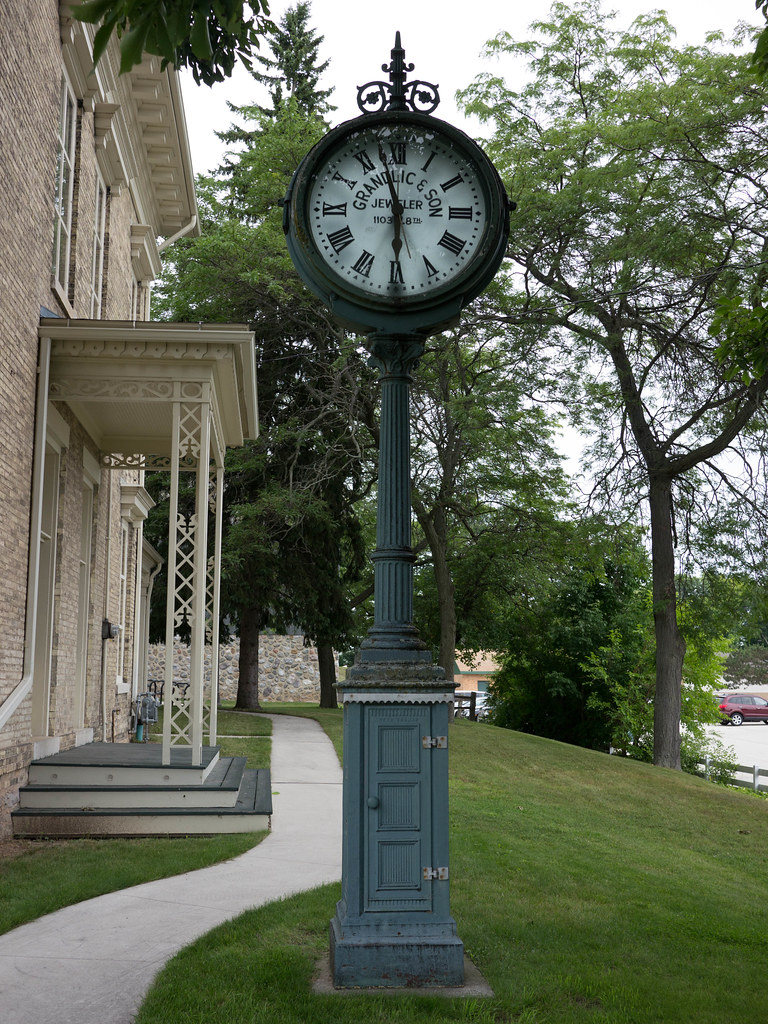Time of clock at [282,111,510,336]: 5:57
